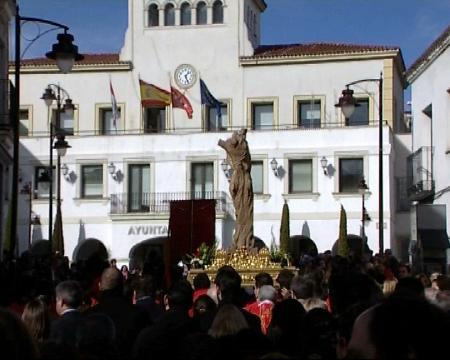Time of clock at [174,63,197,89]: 1:26
